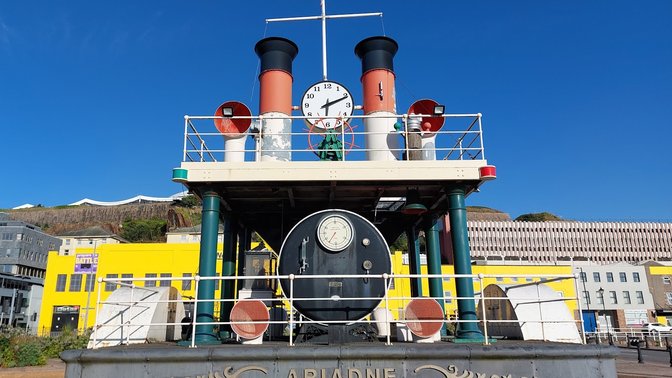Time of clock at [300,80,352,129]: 6:11
